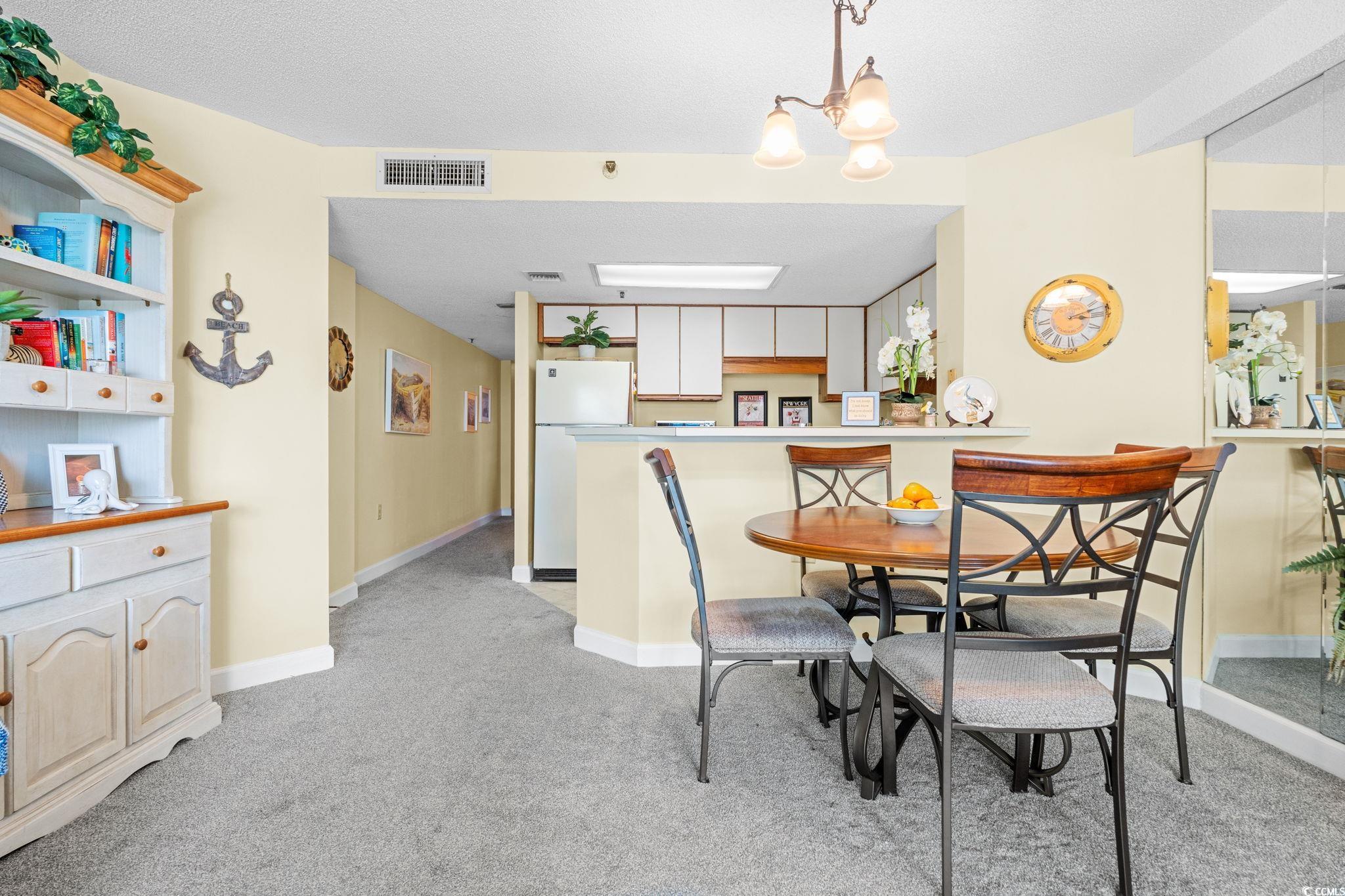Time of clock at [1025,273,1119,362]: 3:12
